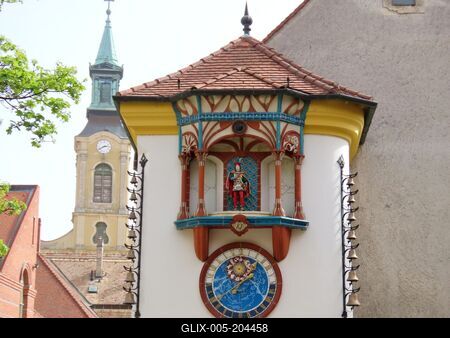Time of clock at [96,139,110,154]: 2:40
